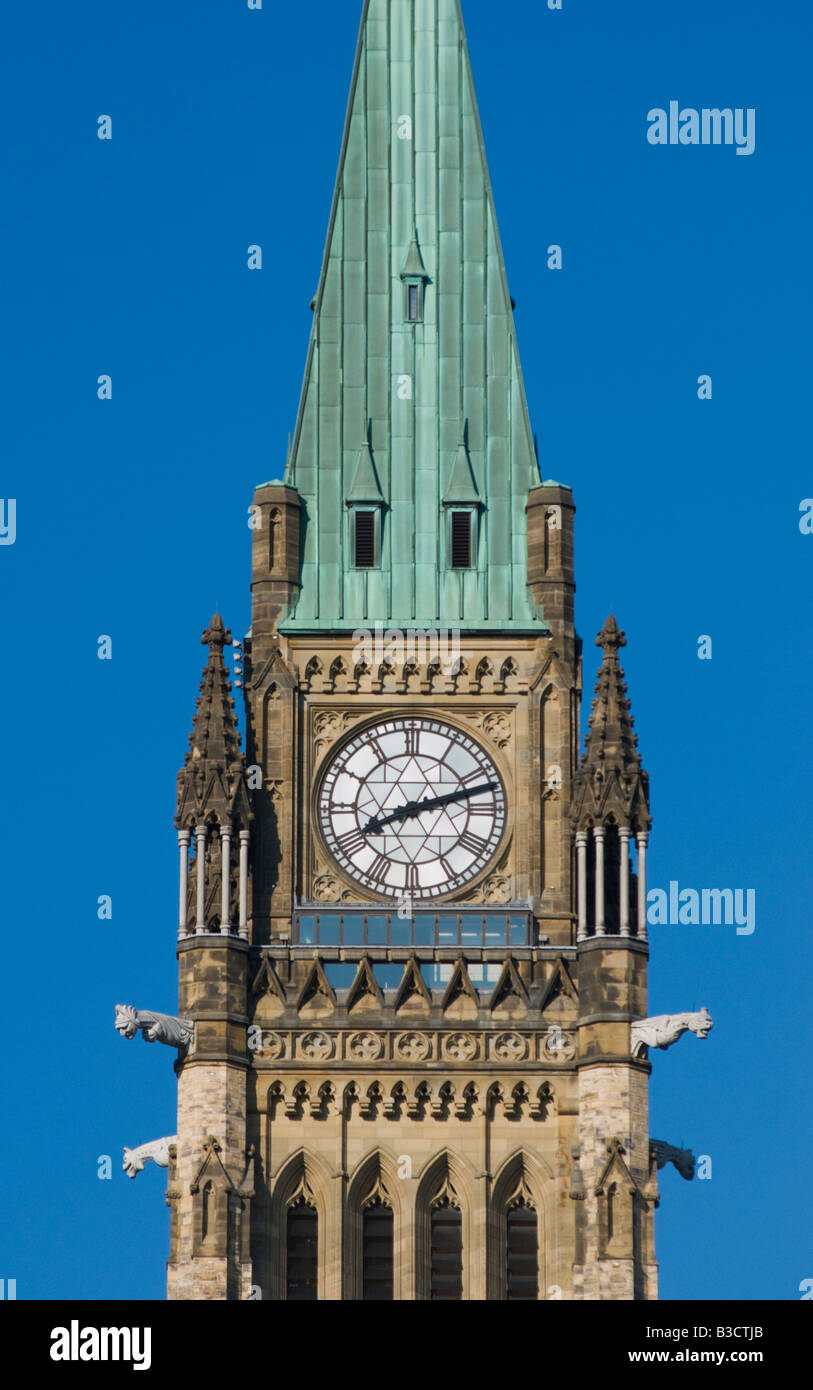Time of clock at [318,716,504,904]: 8:12
